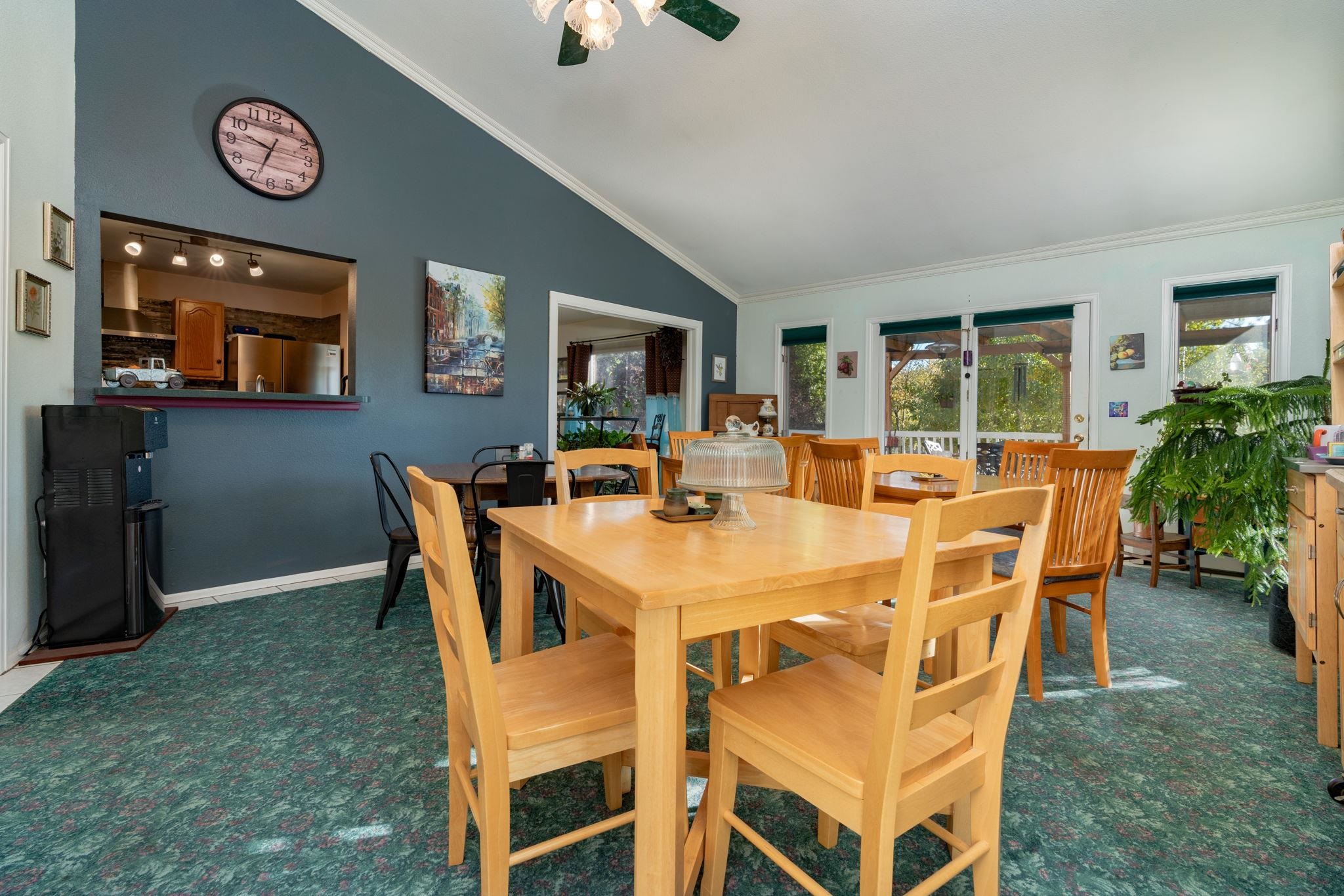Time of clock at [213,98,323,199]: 9:33
